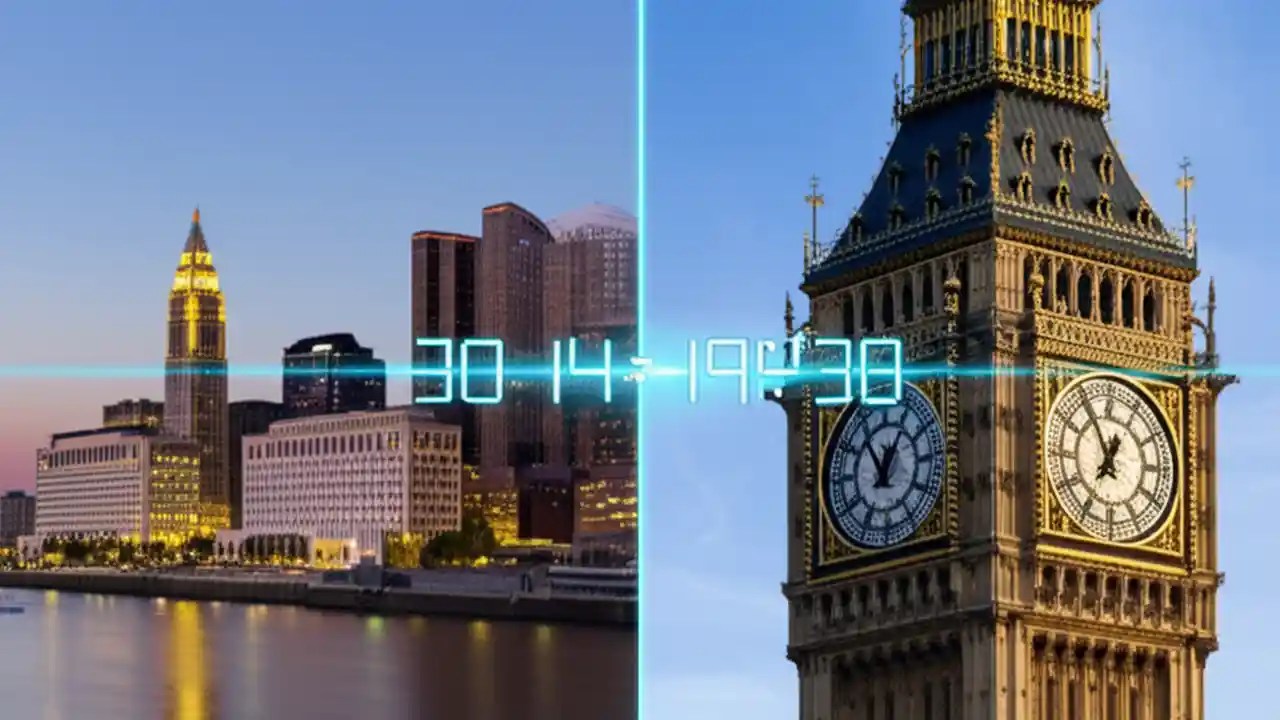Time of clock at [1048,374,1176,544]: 12:55
